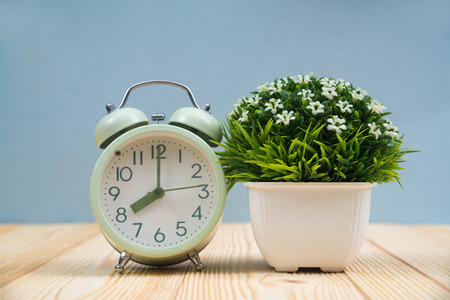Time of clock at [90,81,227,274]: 8:00
